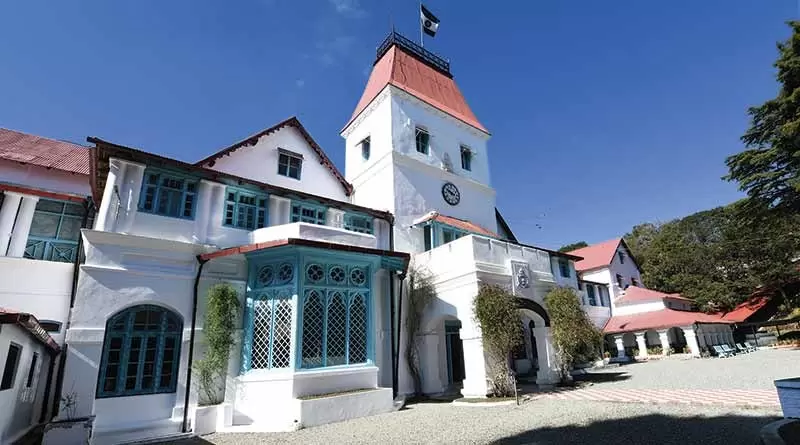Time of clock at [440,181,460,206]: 2:48
